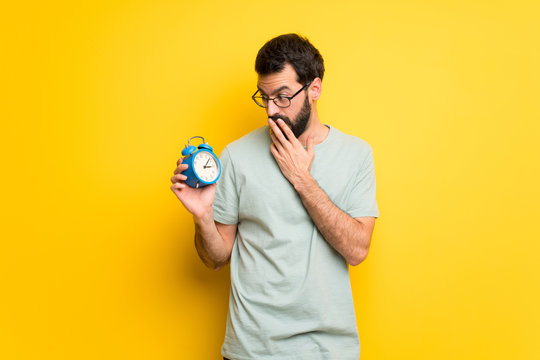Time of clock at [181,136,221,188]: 3:07
